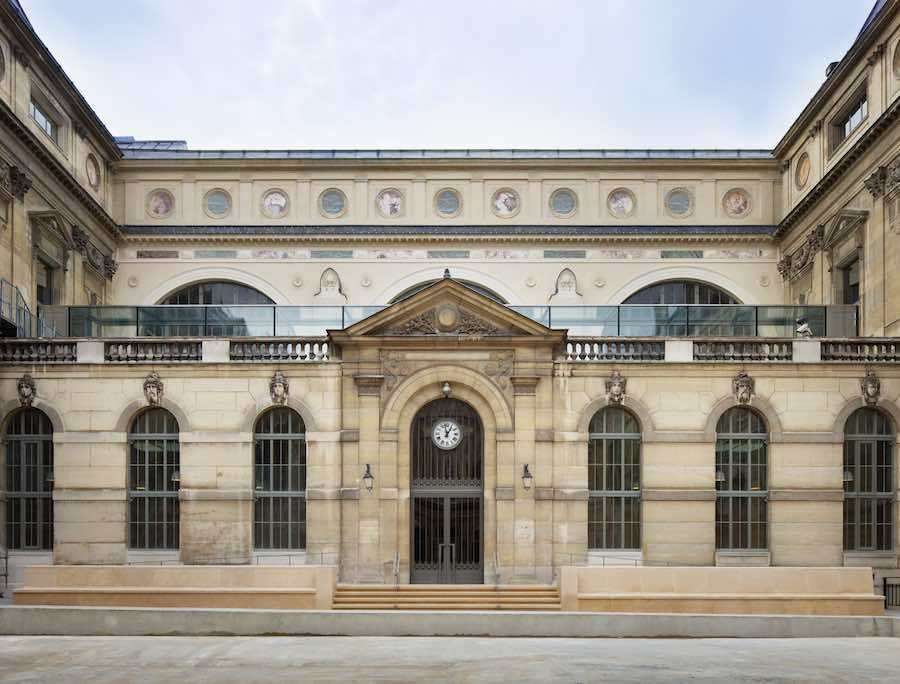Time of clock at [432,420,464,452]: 12:58
